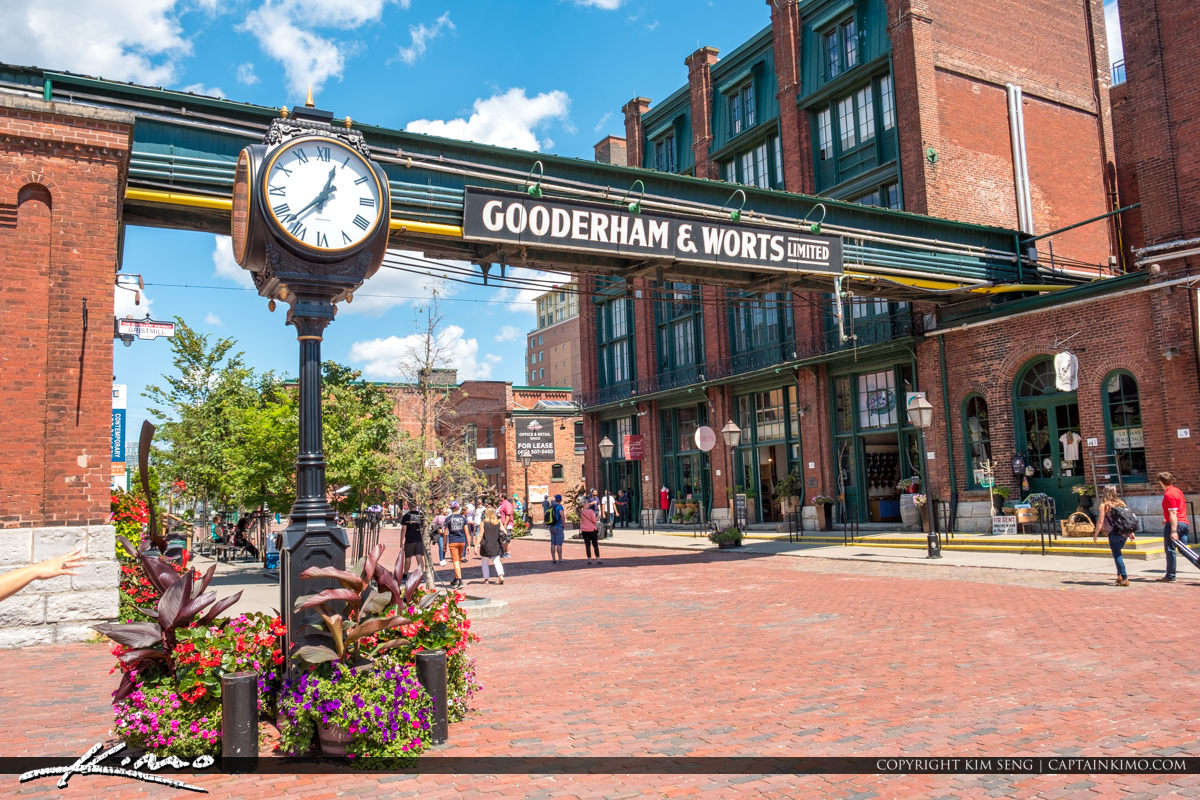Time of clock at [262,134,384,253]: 12:37
